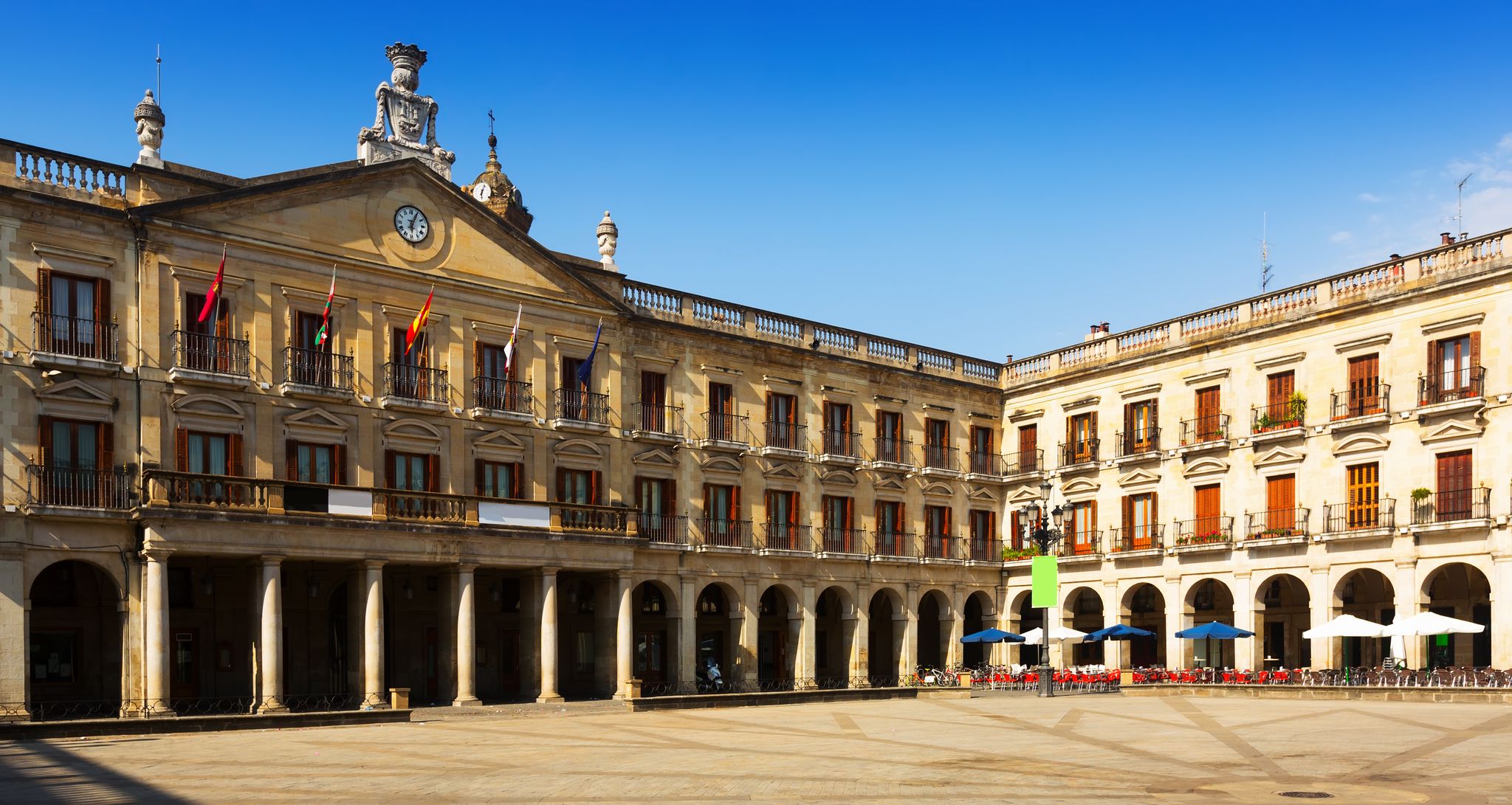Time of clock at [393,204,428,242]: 6:04
